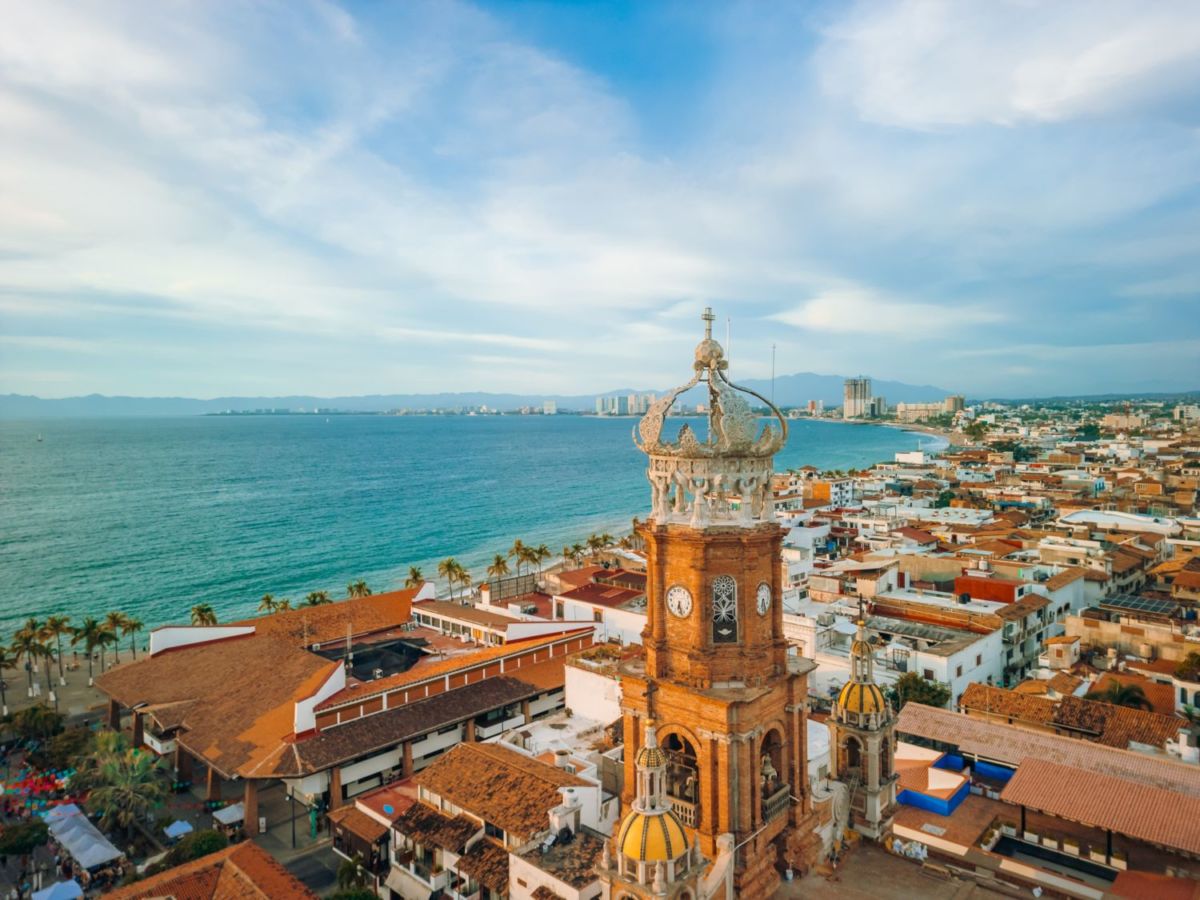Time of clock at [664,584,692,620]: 6:27
